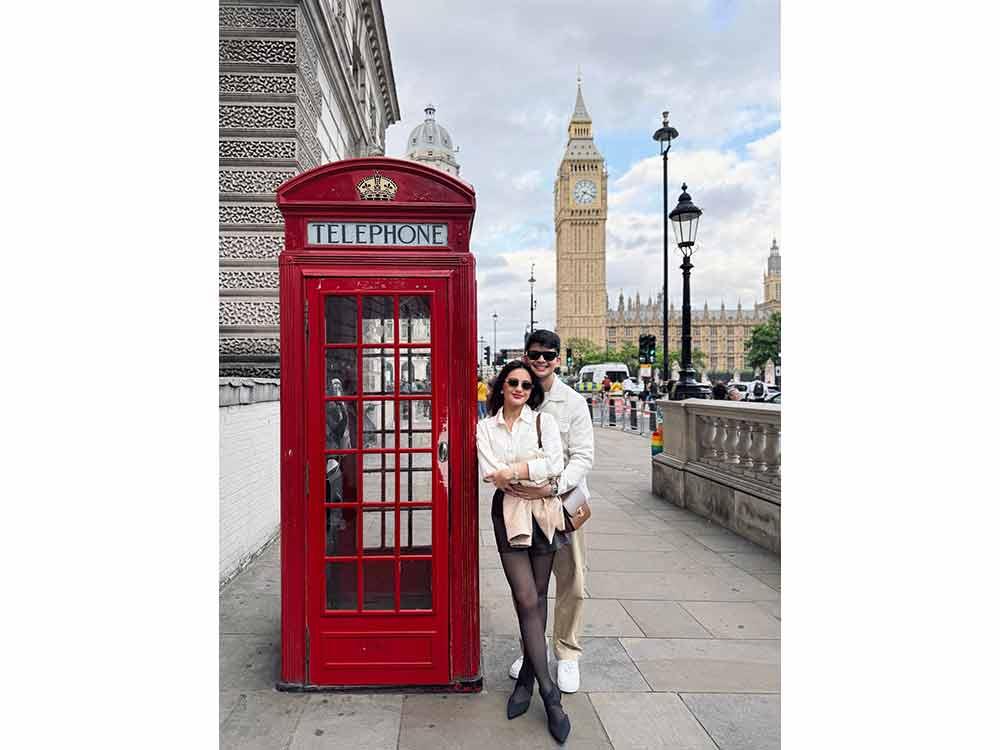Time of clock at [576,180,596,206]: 7:18
